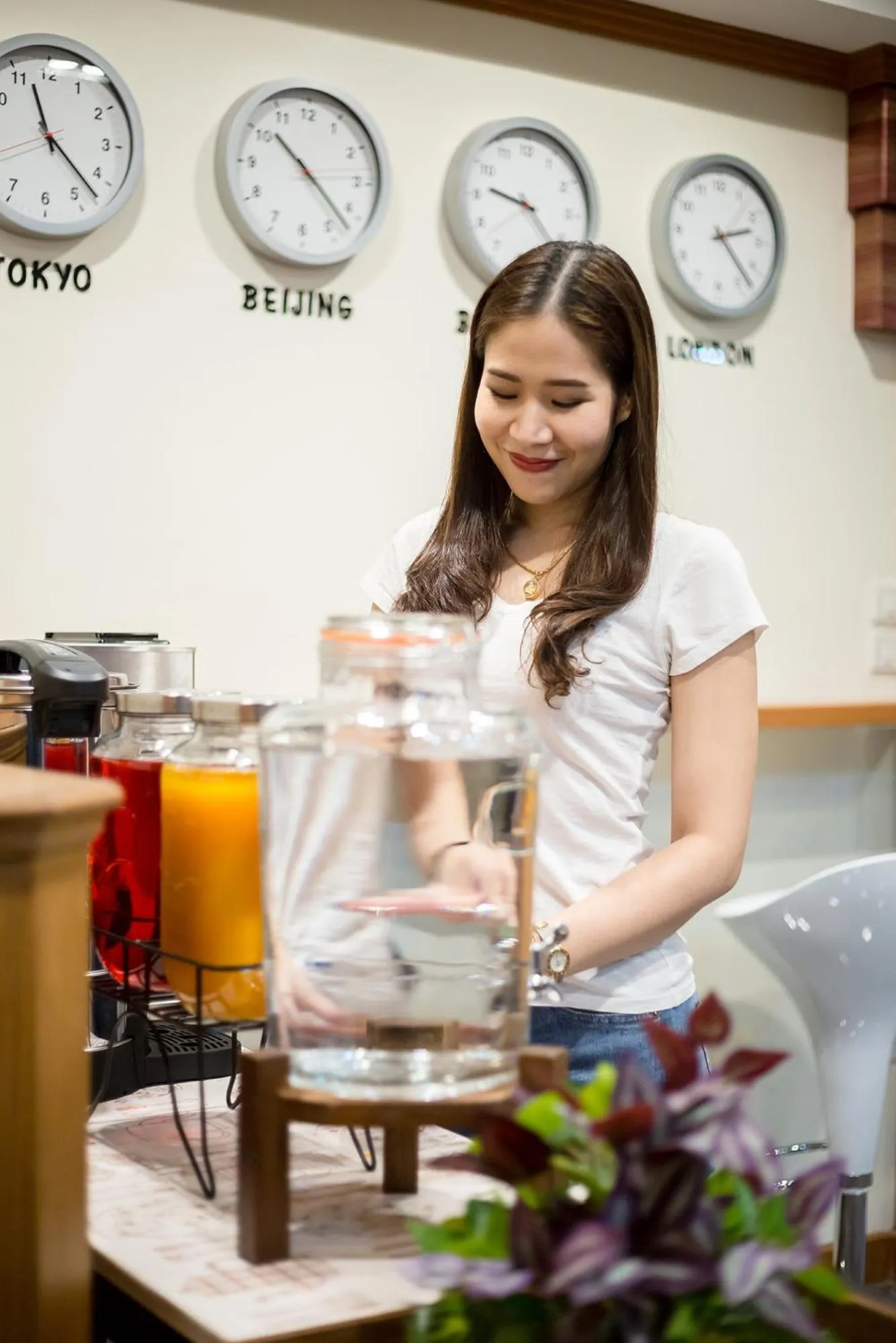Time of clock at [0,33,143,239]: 11:22
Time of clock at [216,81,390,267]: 10:22
